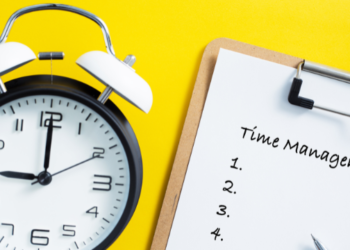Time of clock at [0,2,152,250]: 9:00
